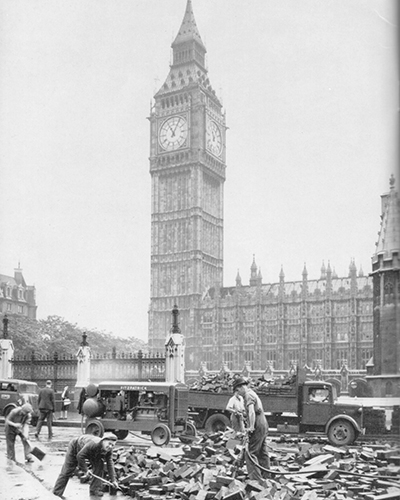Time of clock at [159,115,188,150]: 11:04
